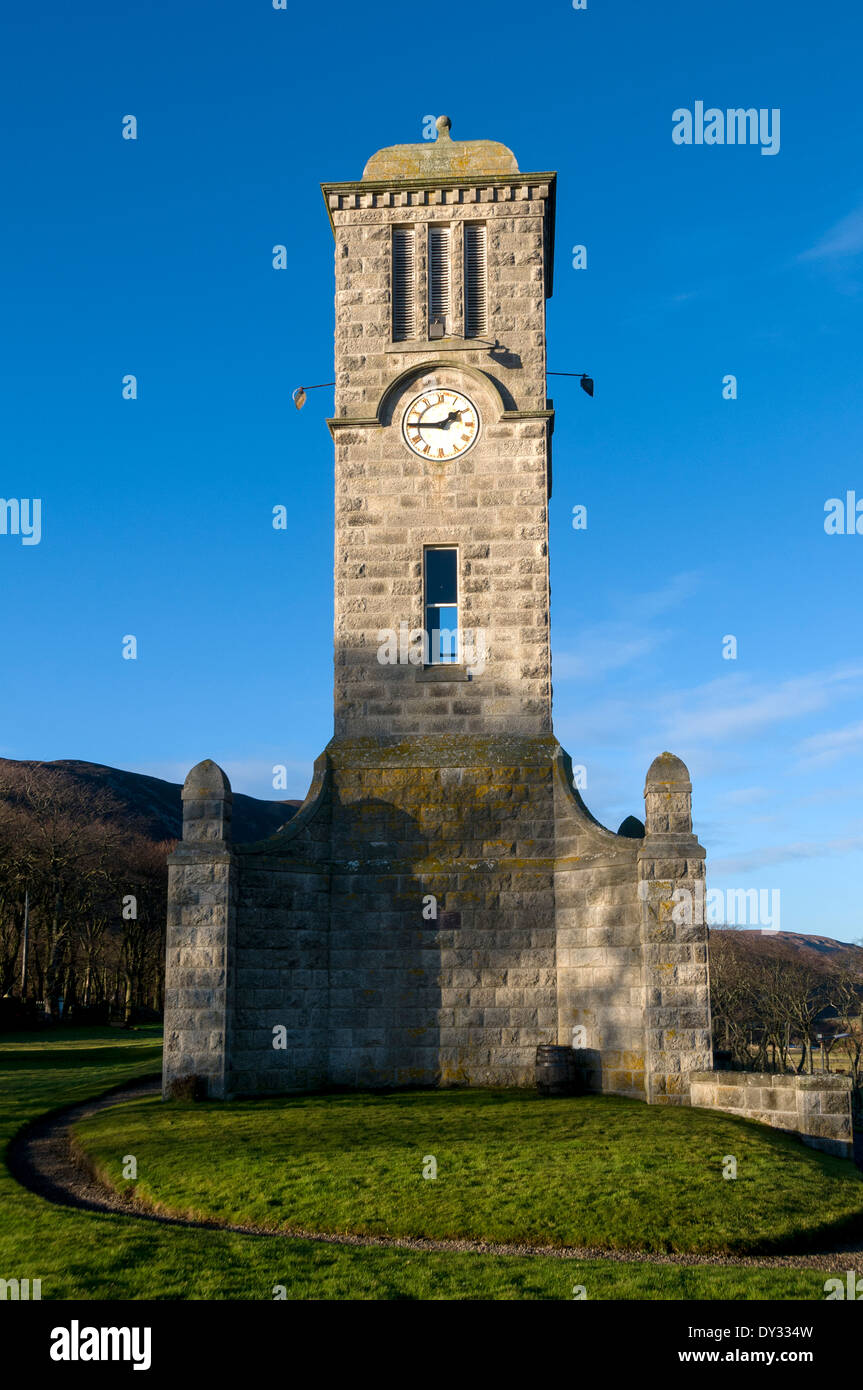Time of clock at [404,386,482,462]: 1:45
